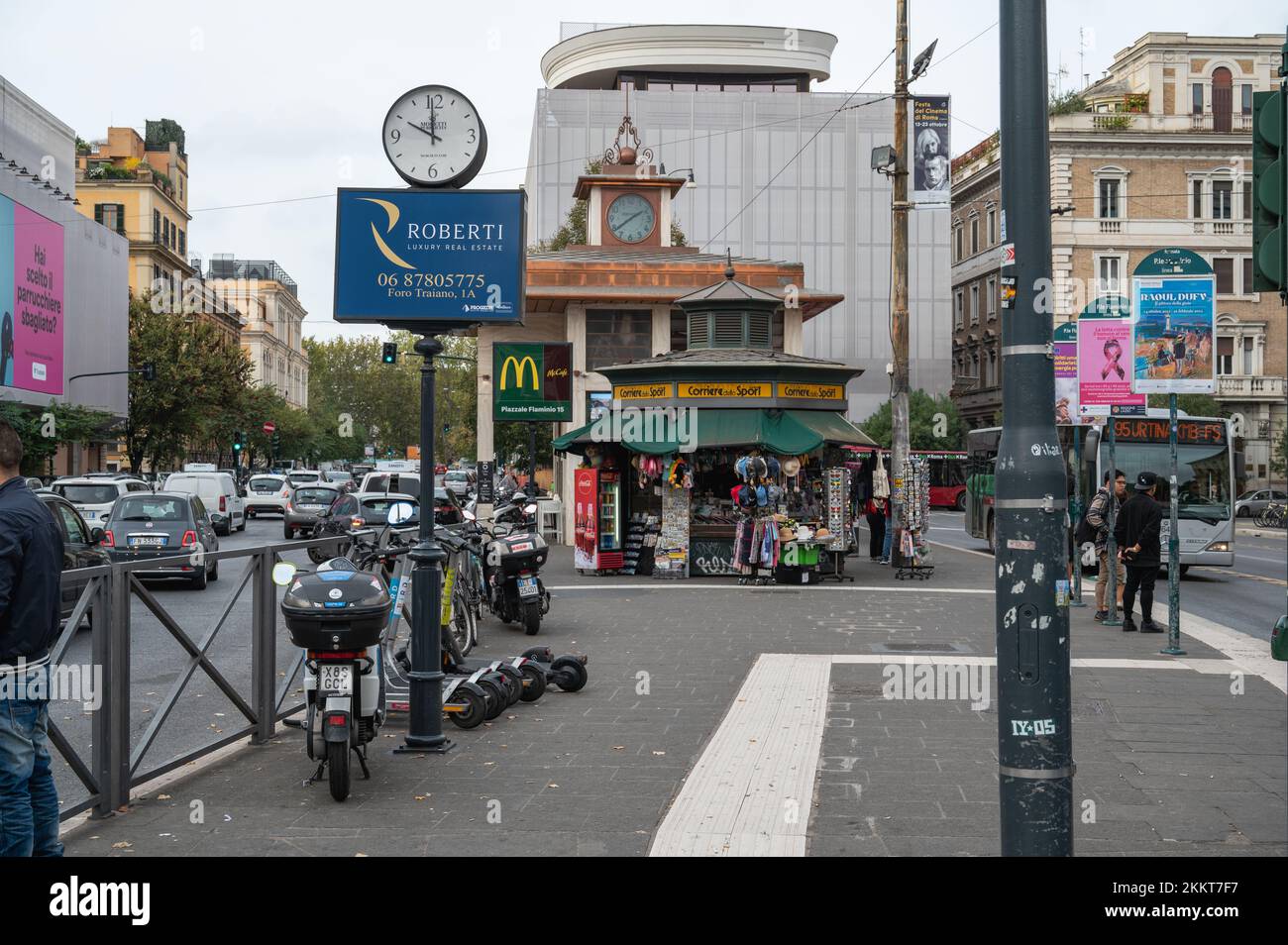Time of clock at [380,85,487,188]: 9:59
